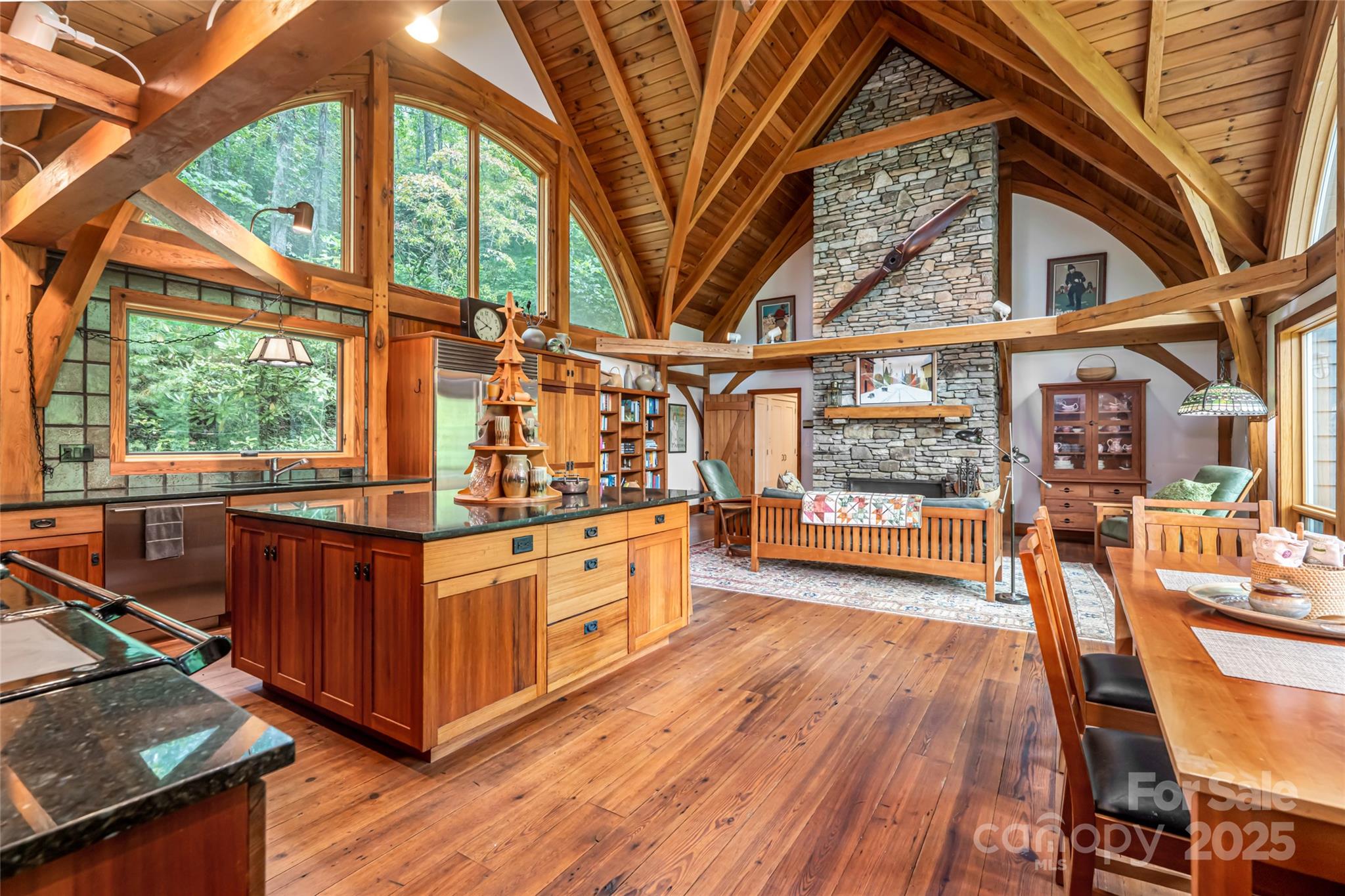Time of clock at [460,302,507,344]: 7:49
